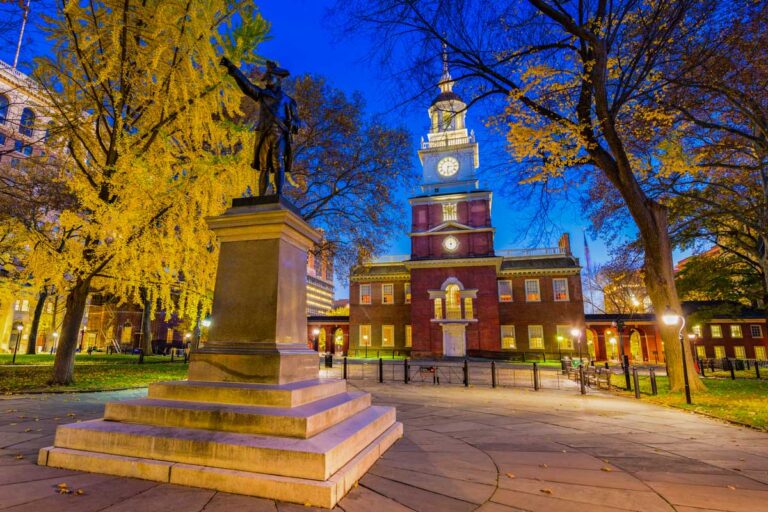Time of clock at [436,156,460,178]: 6:14
